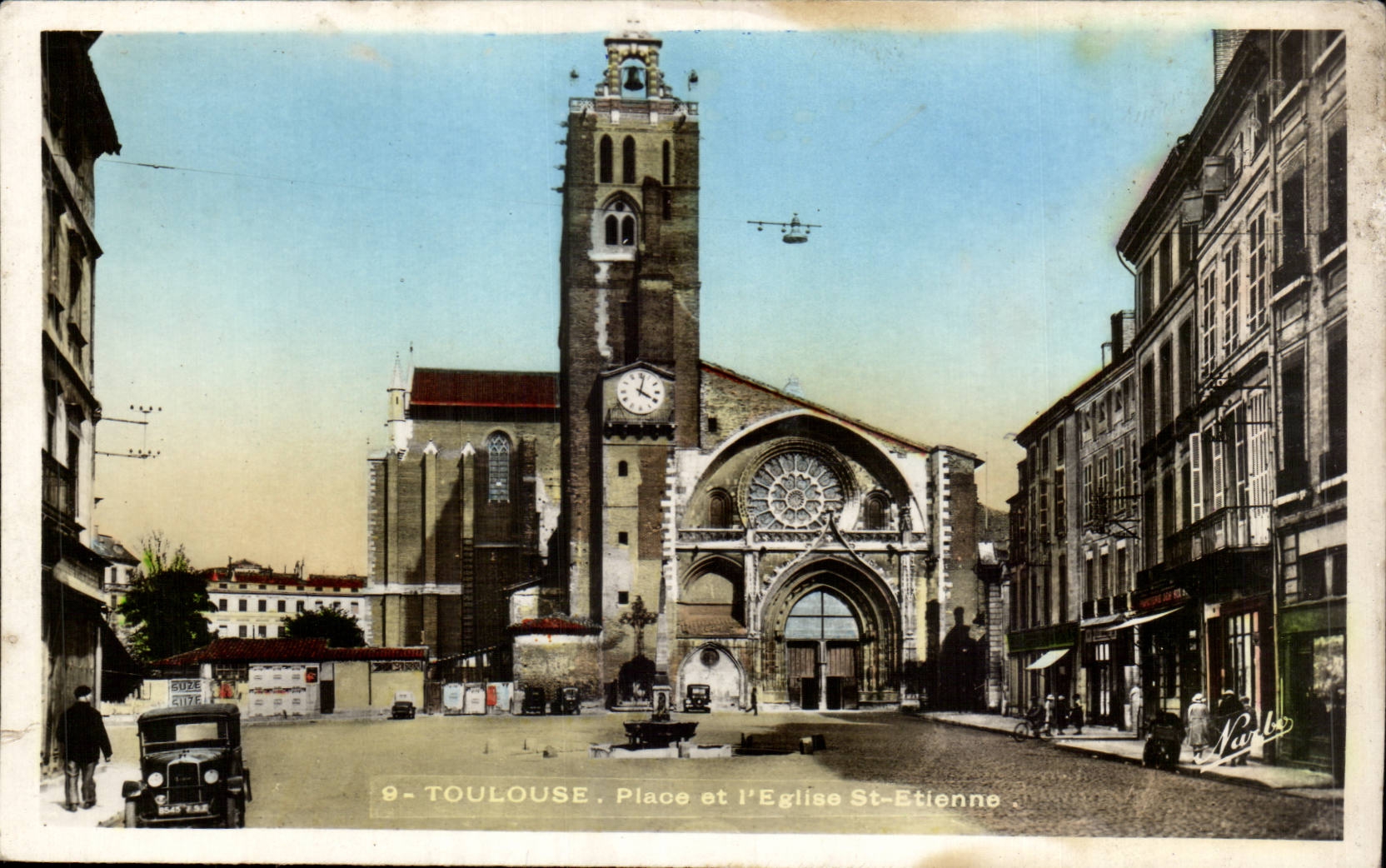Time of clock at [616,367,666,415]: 4:02
